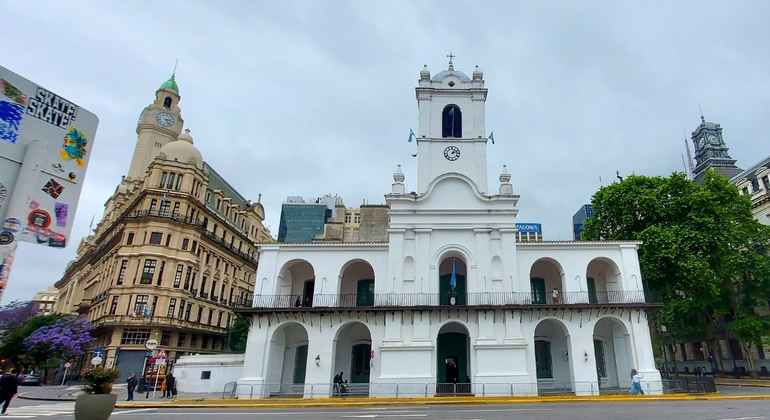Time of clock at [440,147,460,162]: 1:11
